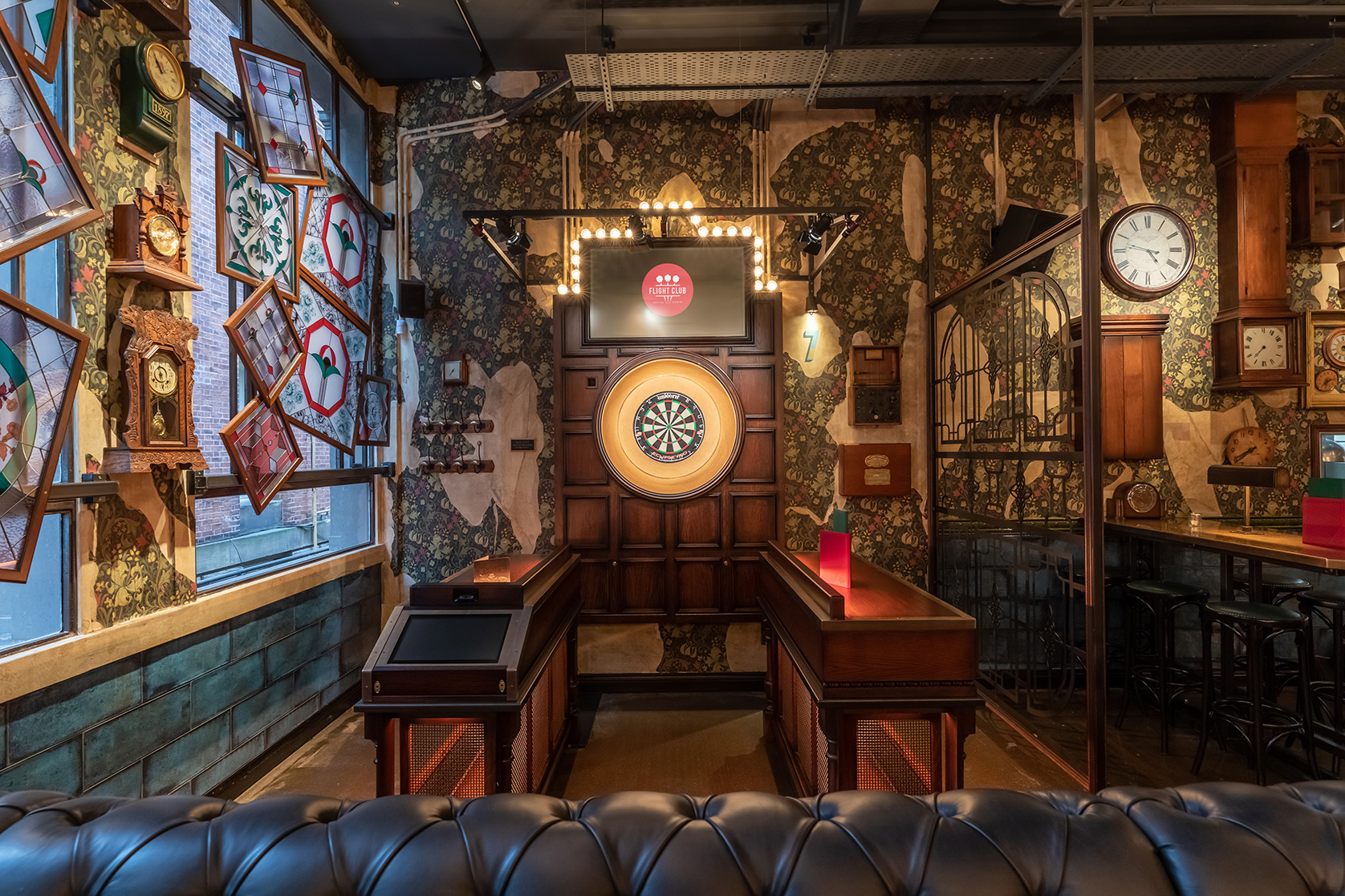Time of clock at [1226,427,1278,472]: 7:40
